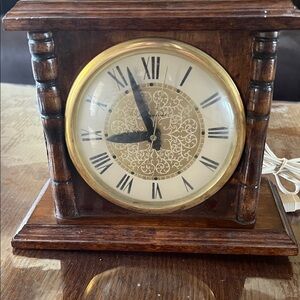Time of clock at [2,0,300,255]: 8:56
